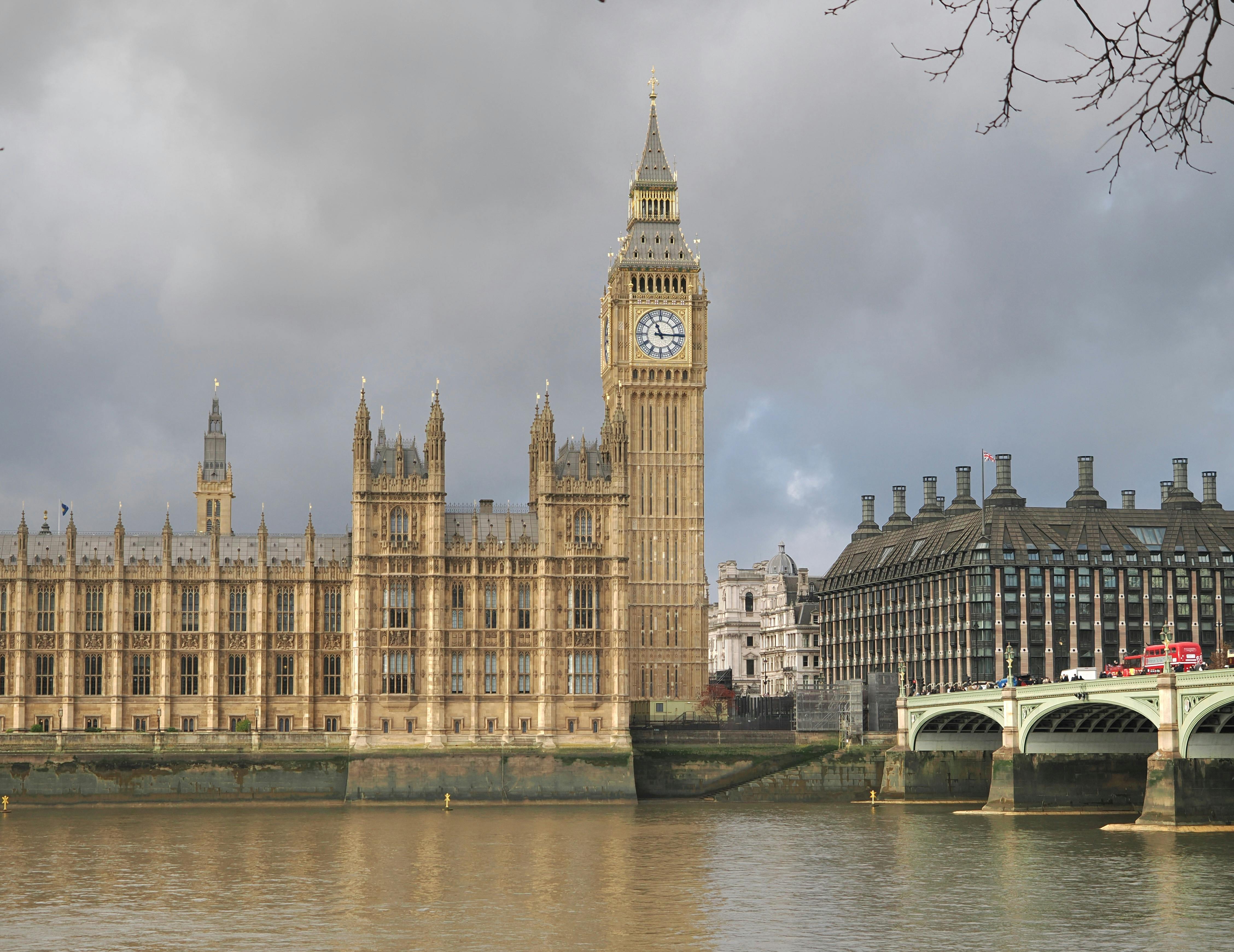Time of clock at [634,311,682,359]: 11:15
